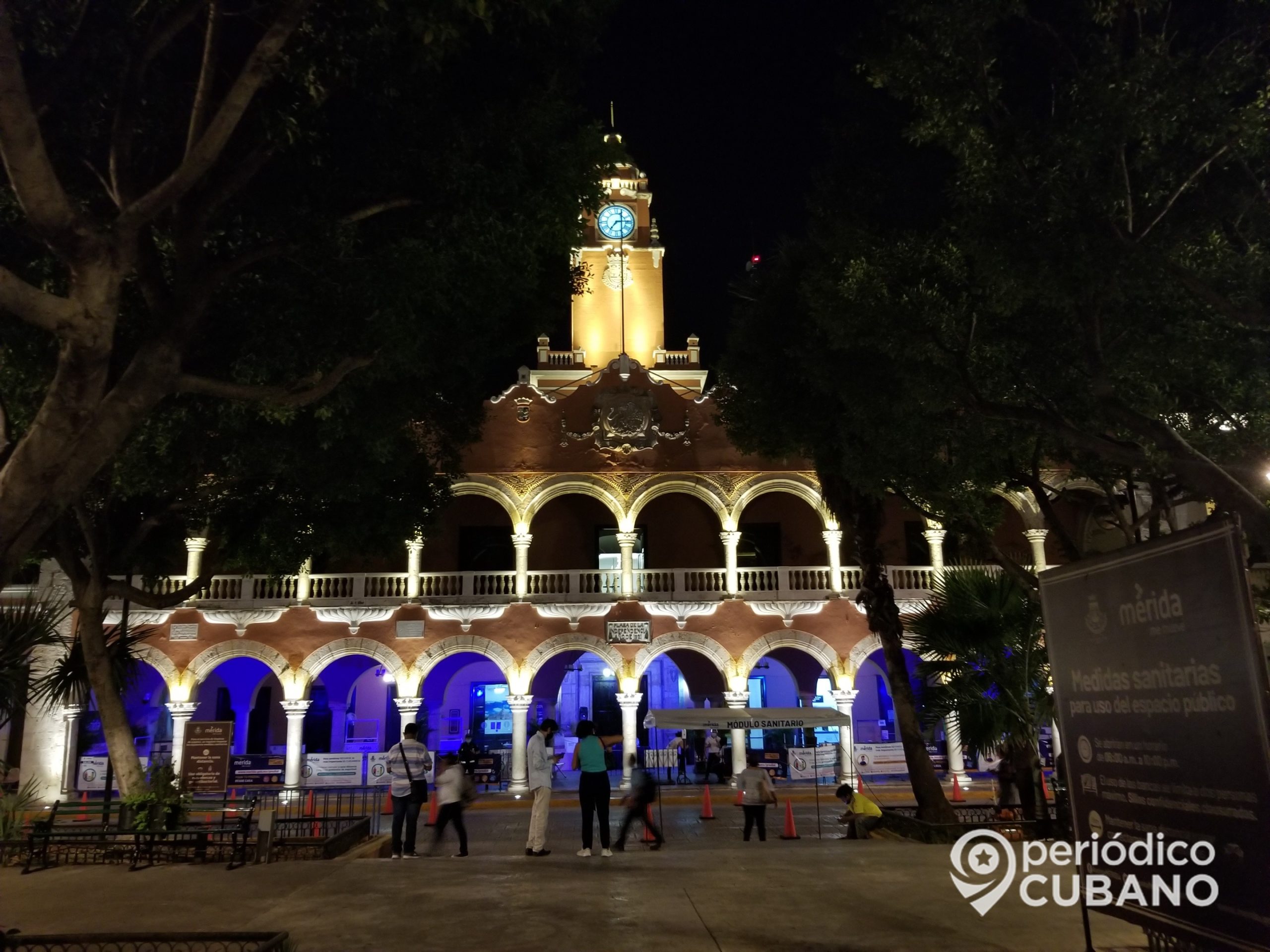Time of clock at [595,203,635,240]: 7:14
